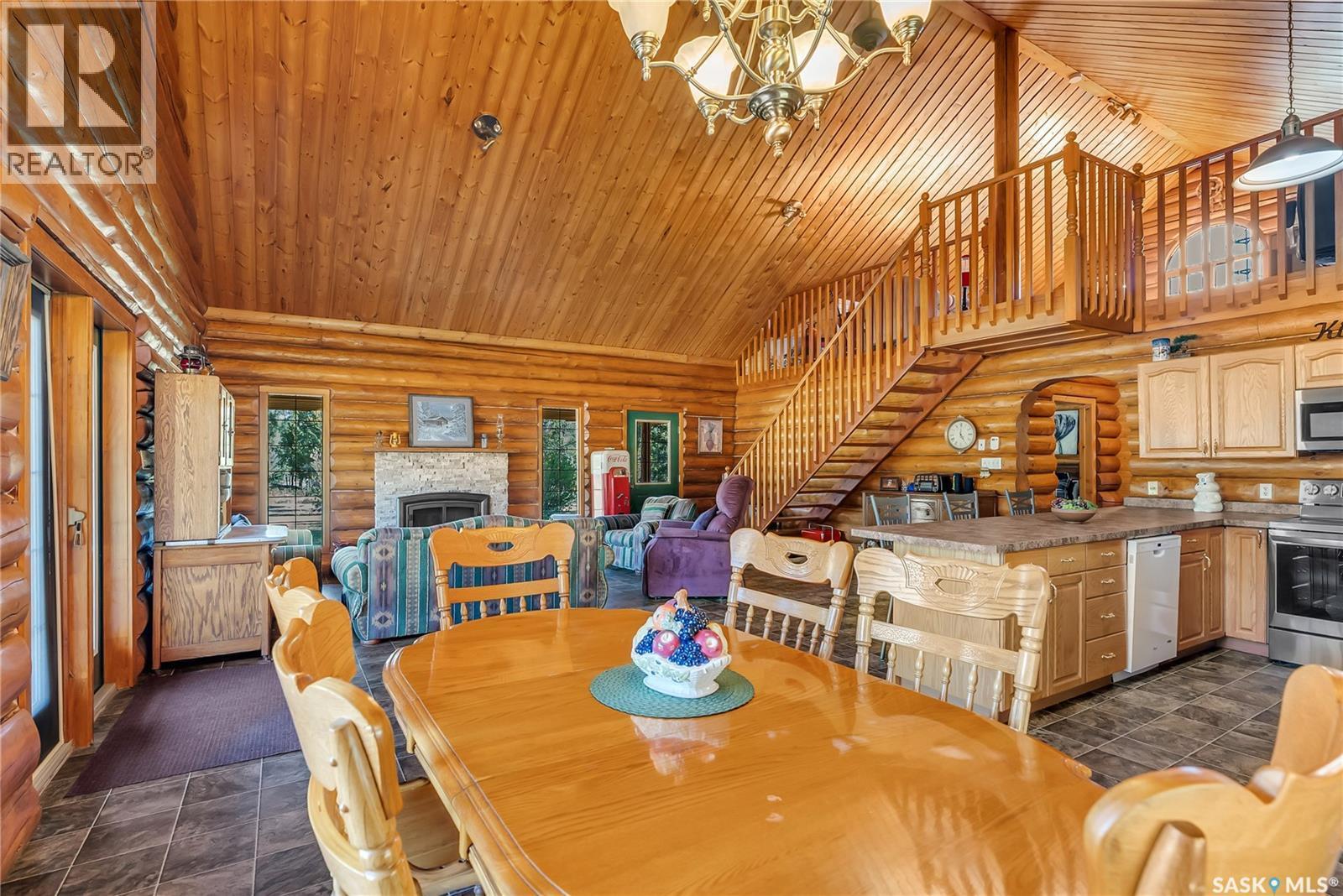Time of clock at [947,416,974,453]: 5:00
